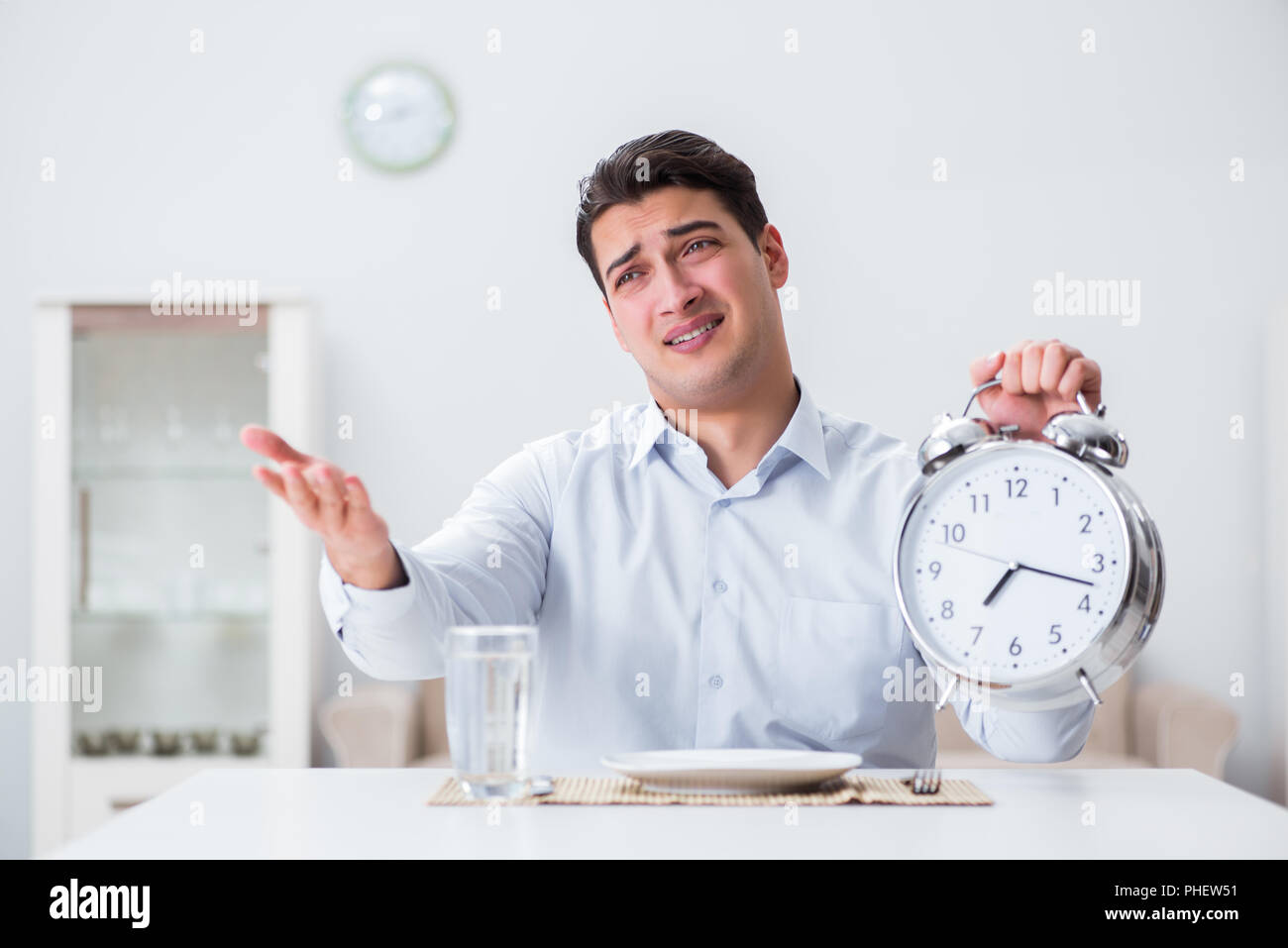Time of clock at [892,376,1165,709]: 7:17
